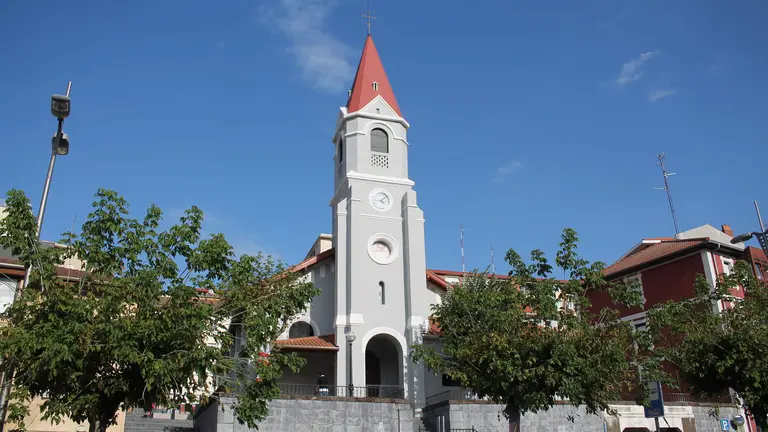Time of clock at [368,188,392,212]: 4:07
